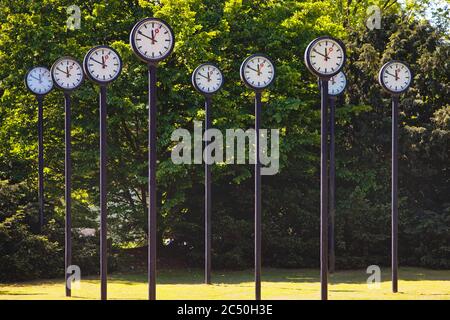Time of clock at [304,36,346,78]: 11:48
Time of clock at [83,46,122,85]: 11:49
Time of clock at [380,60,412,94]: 11:48
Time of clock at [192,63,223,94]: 11:49
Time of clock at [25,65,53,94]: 11:48
